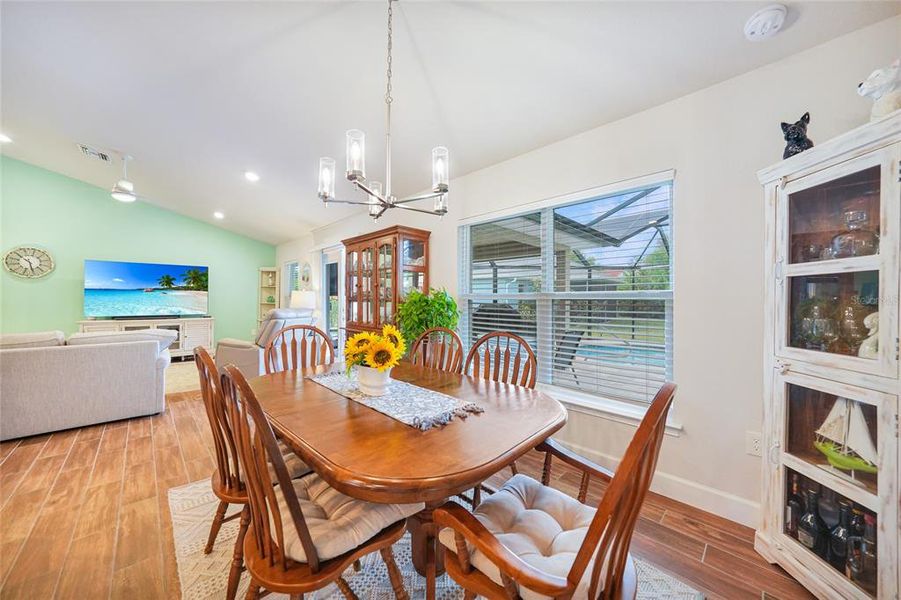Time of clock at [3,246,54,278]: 5:51
